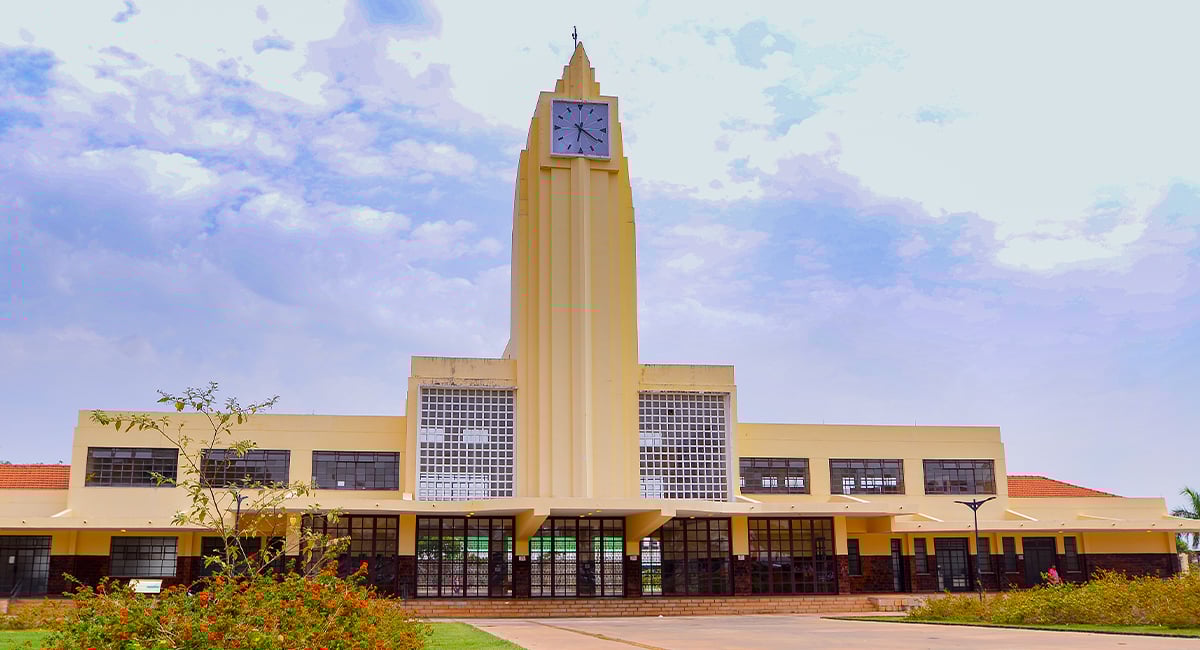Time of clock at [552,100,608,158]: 6:20
